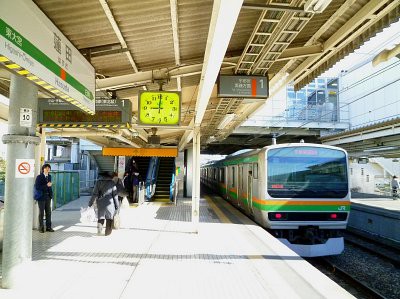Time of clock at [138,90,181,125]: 9:00
